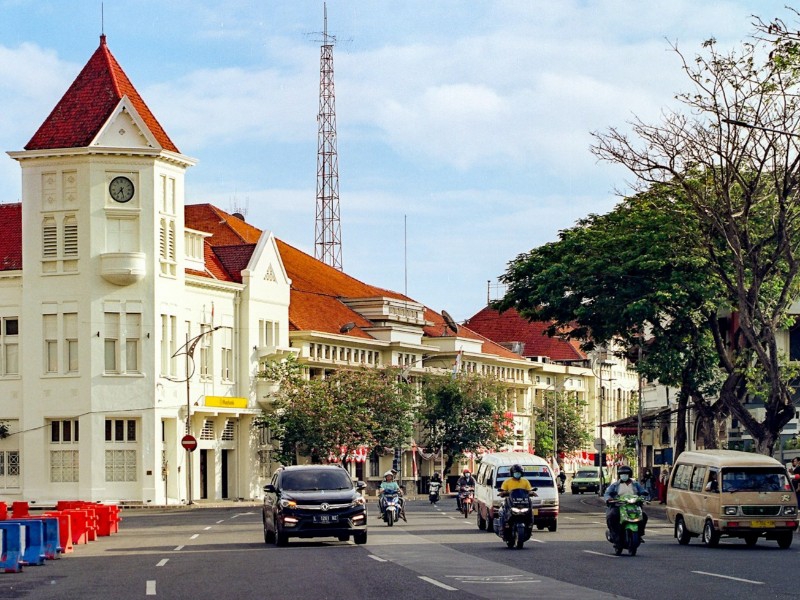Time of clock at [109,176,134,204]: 7:27
